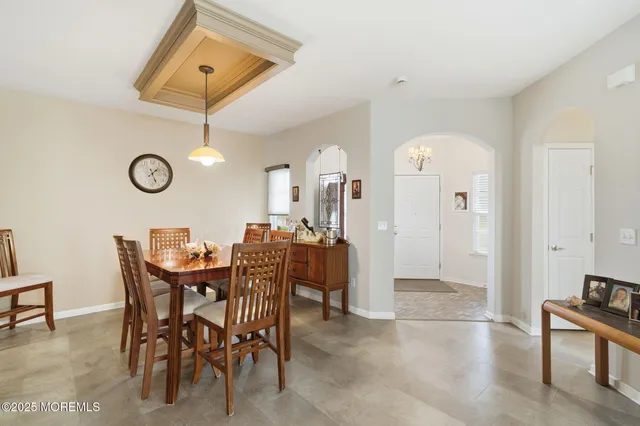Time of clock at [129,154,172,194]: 1:26
